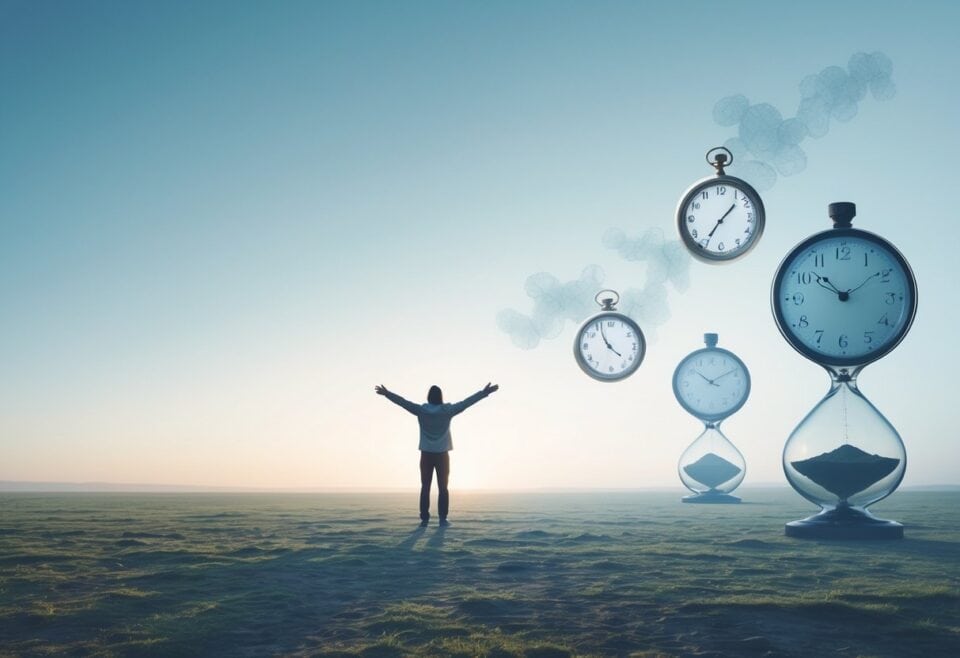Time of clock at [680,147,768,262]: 1:35
